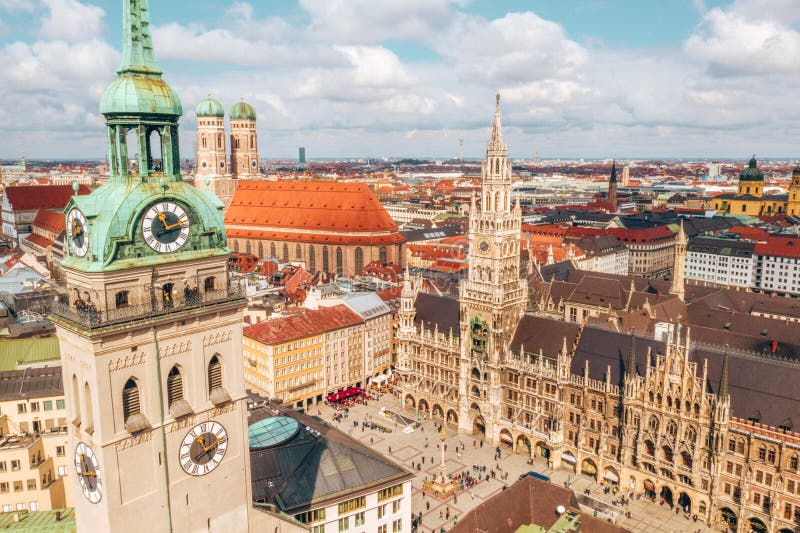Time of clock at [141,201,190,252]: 11:12
